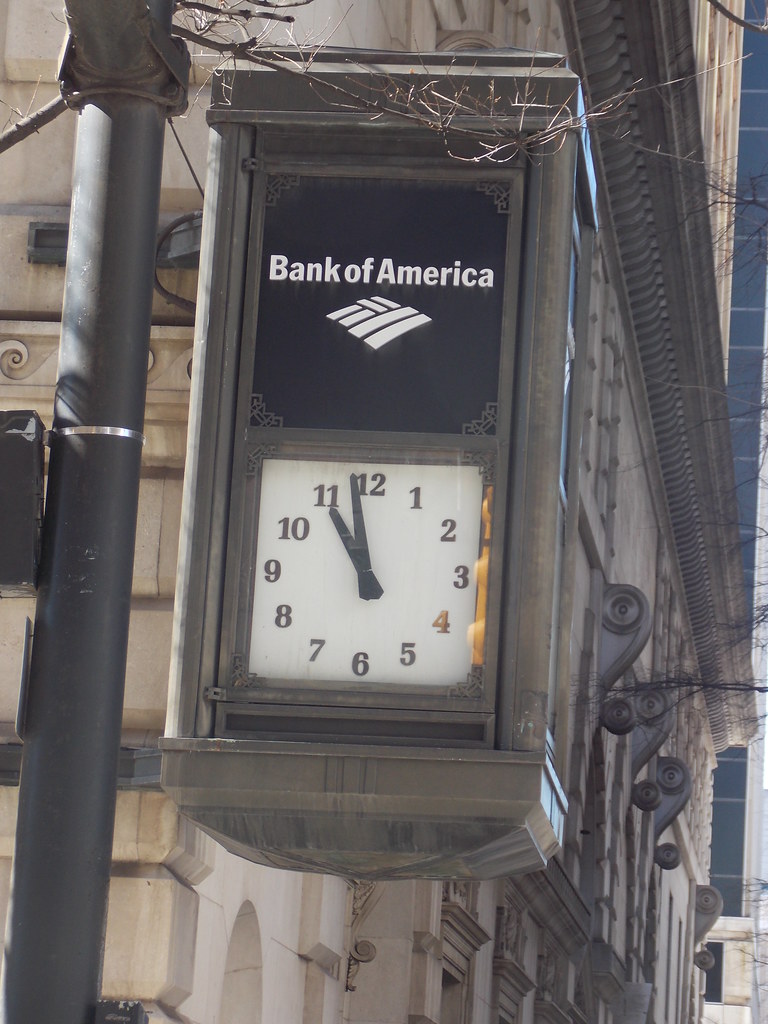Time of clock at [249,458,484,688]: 10:58
